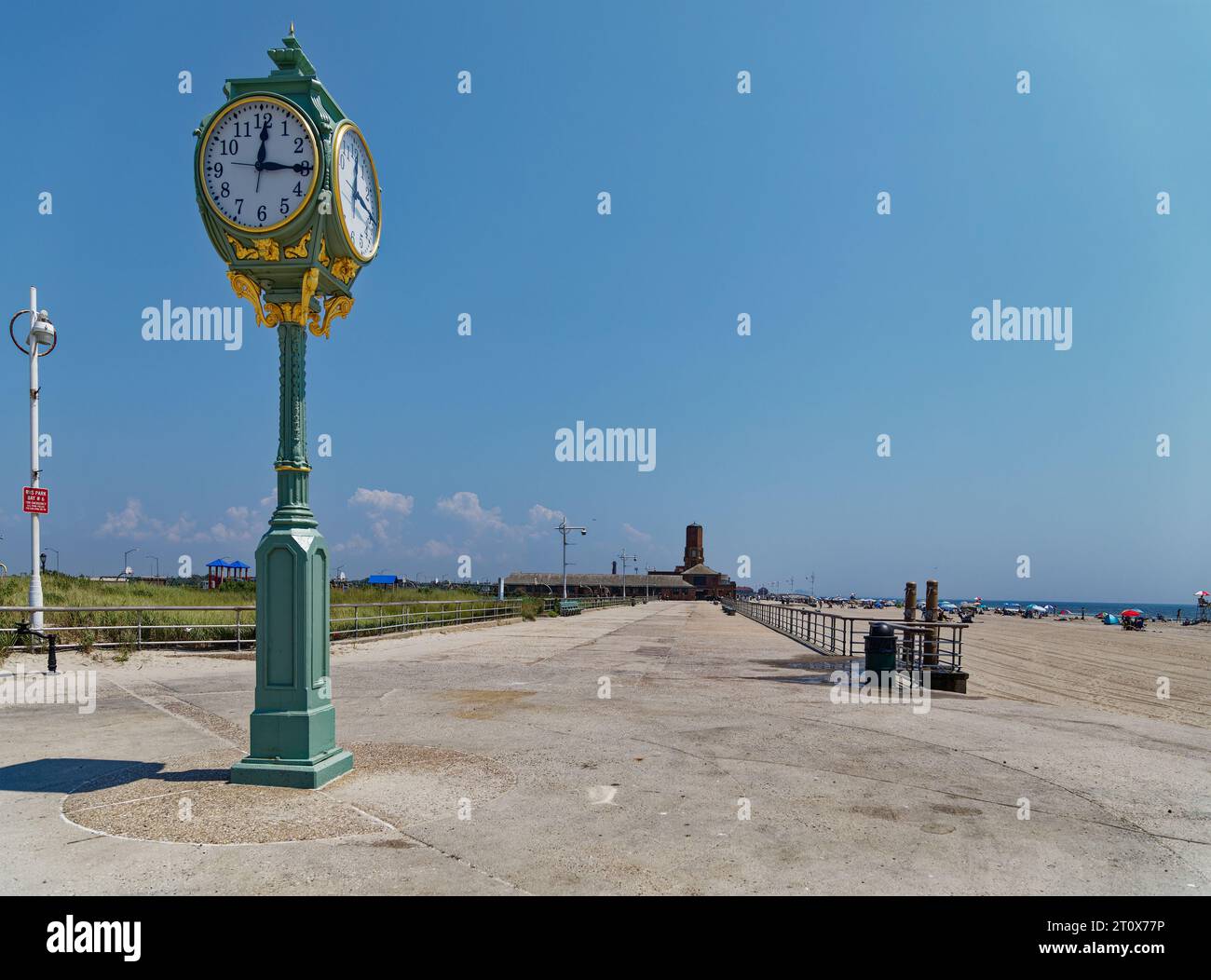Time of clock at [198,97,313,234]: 12:15
